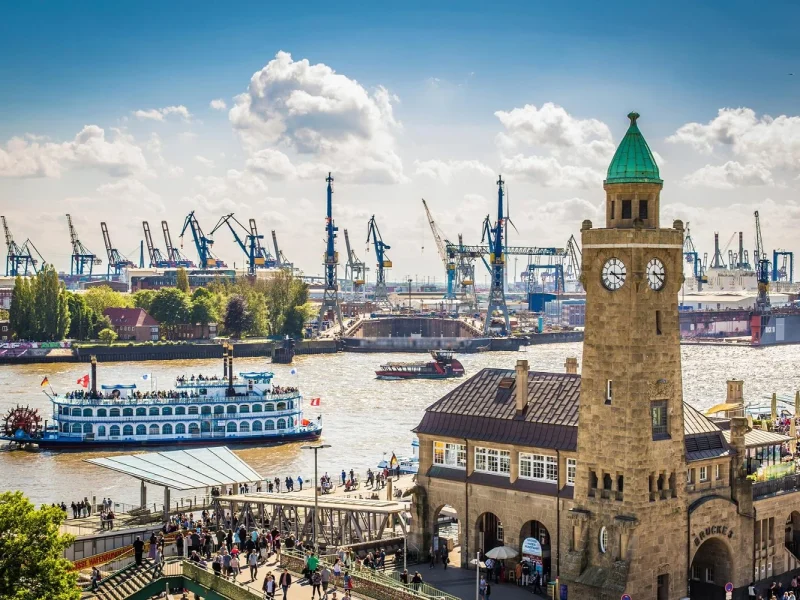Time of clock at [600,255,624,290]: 4:14
